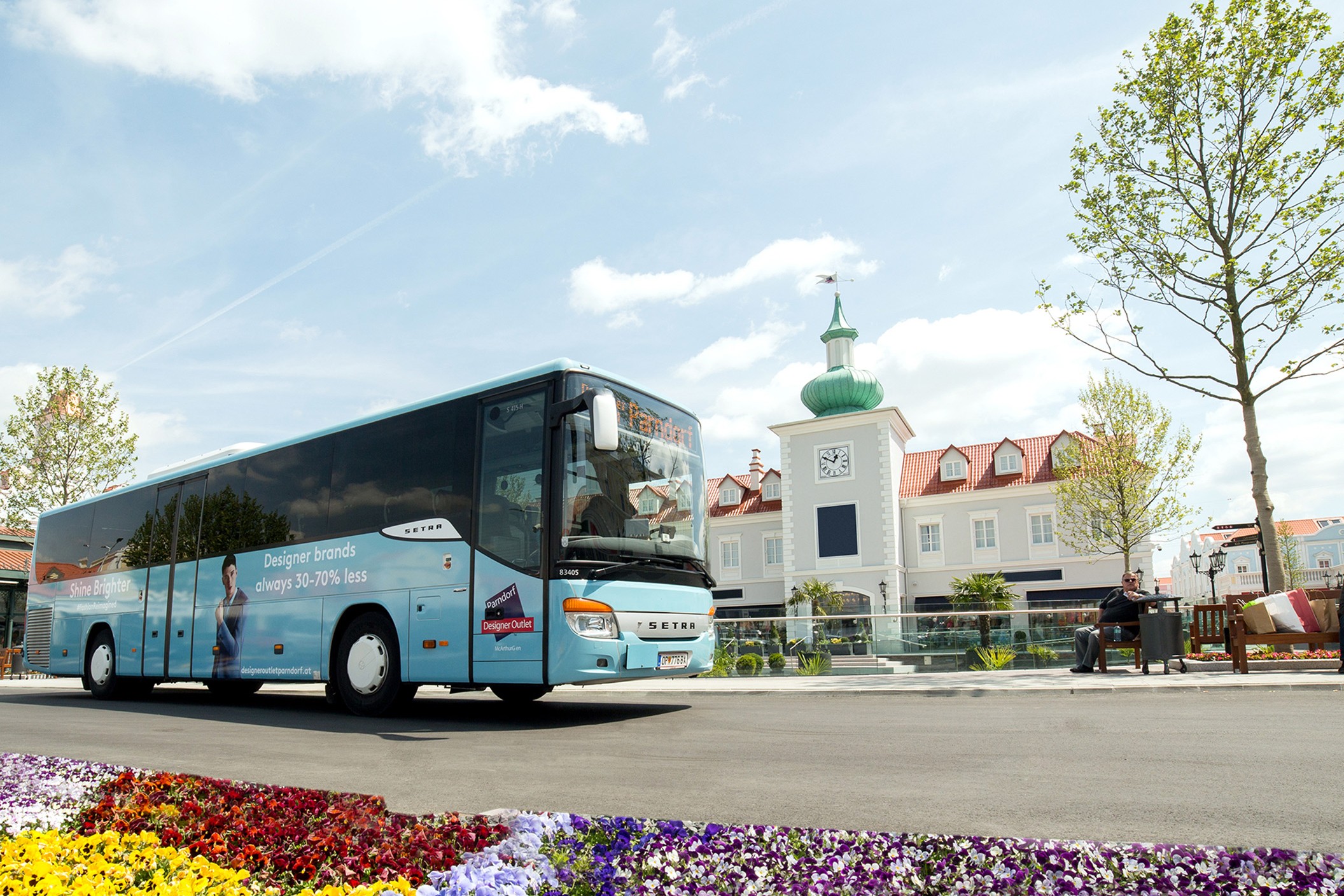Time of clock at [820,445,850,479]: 12:49
